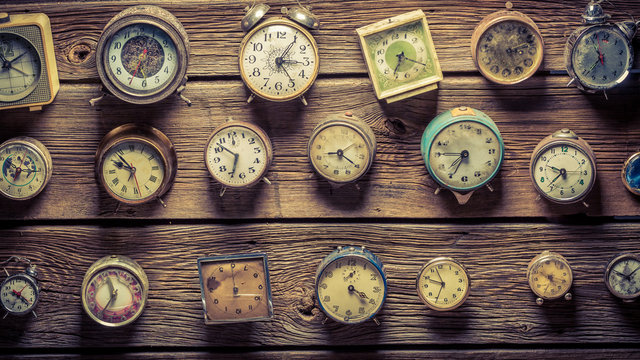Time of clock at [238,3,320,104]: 3:05
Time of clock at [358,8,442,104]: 7:21
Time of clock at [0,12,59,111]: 4:10
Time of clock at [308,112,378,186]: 8:19
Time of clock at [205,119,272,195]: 6:52
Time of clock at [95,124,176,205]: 9:53
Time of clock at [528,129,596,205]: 9:36
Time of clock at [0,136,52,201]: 7:15
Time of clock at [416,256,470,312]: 9:57
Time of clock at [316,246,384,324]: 4:20
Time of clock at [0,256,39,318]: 9:22
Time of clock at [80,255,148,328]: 11:35
